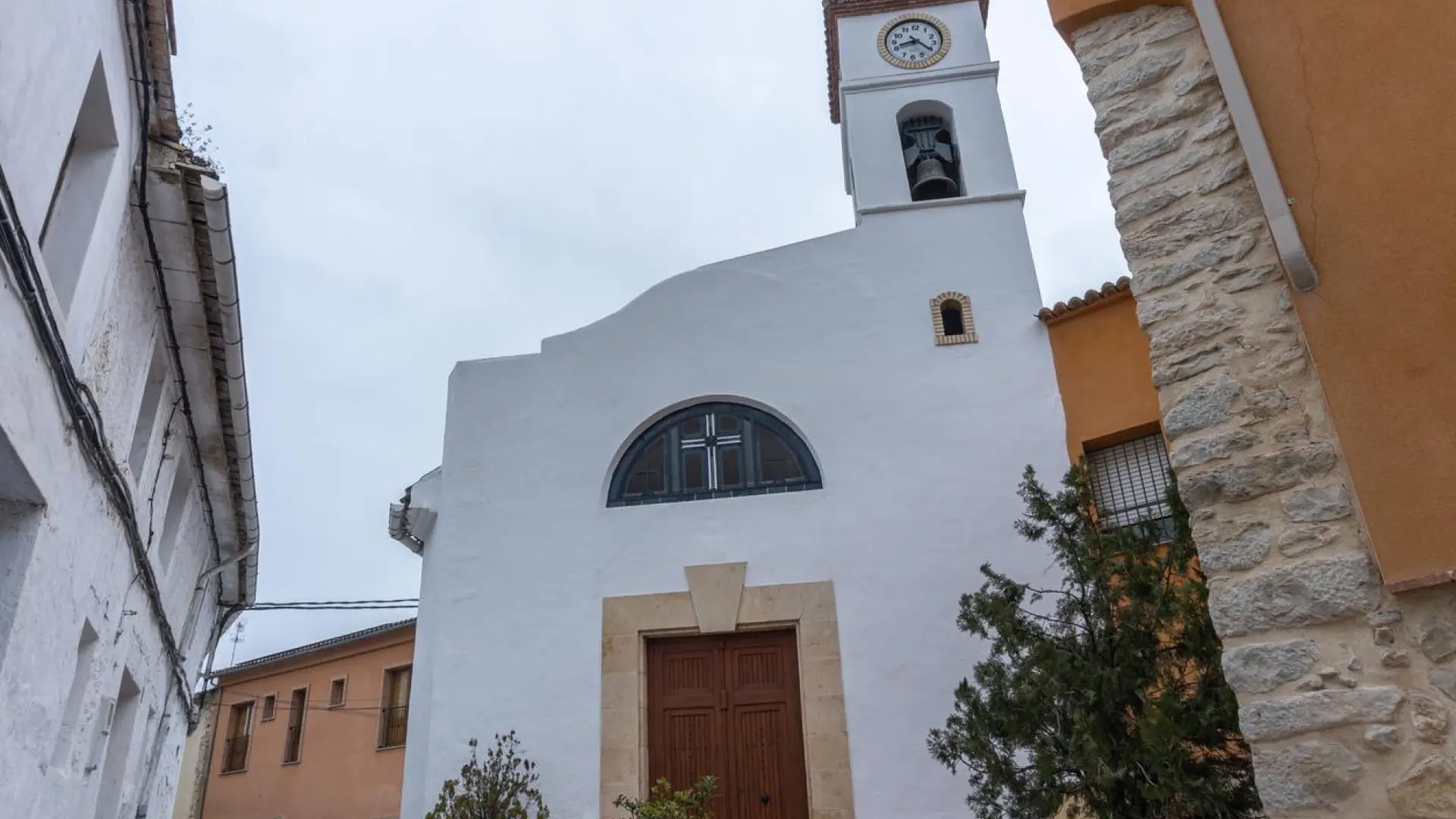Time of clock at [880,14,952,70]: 8:20
